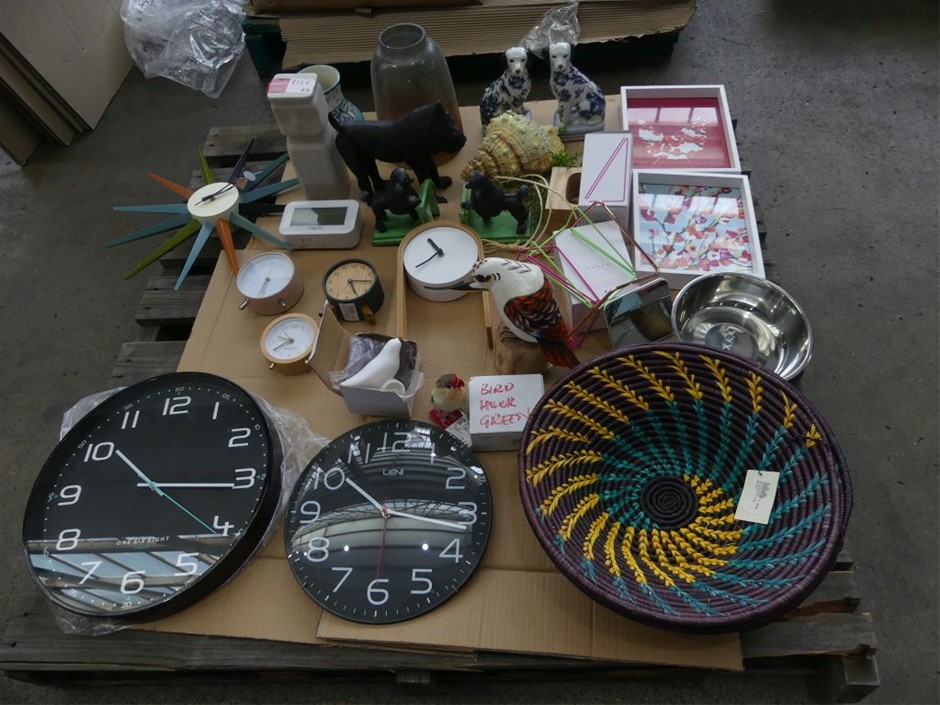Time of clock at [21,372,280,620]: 10:15
